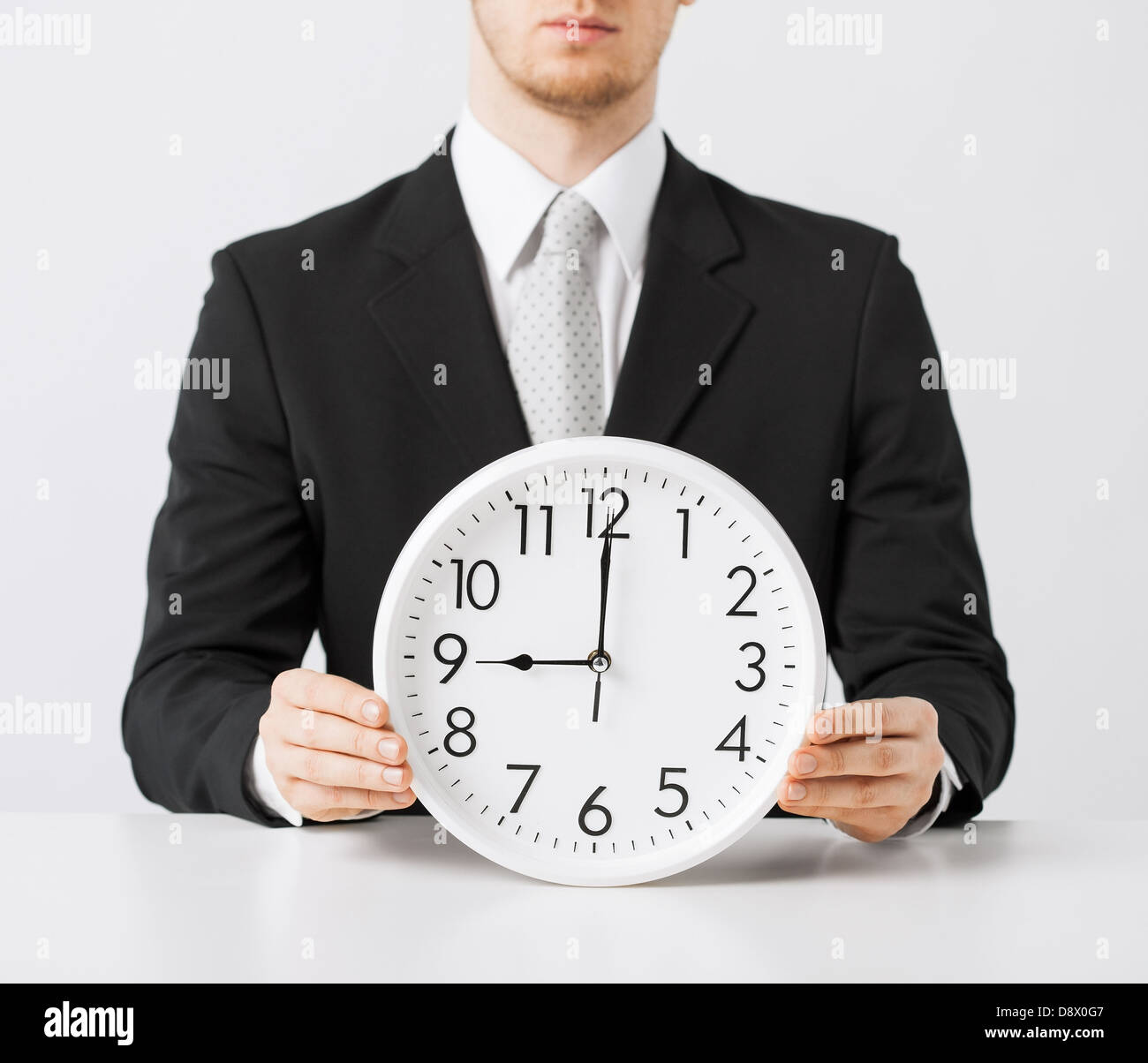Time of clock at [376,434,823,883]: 9:00
